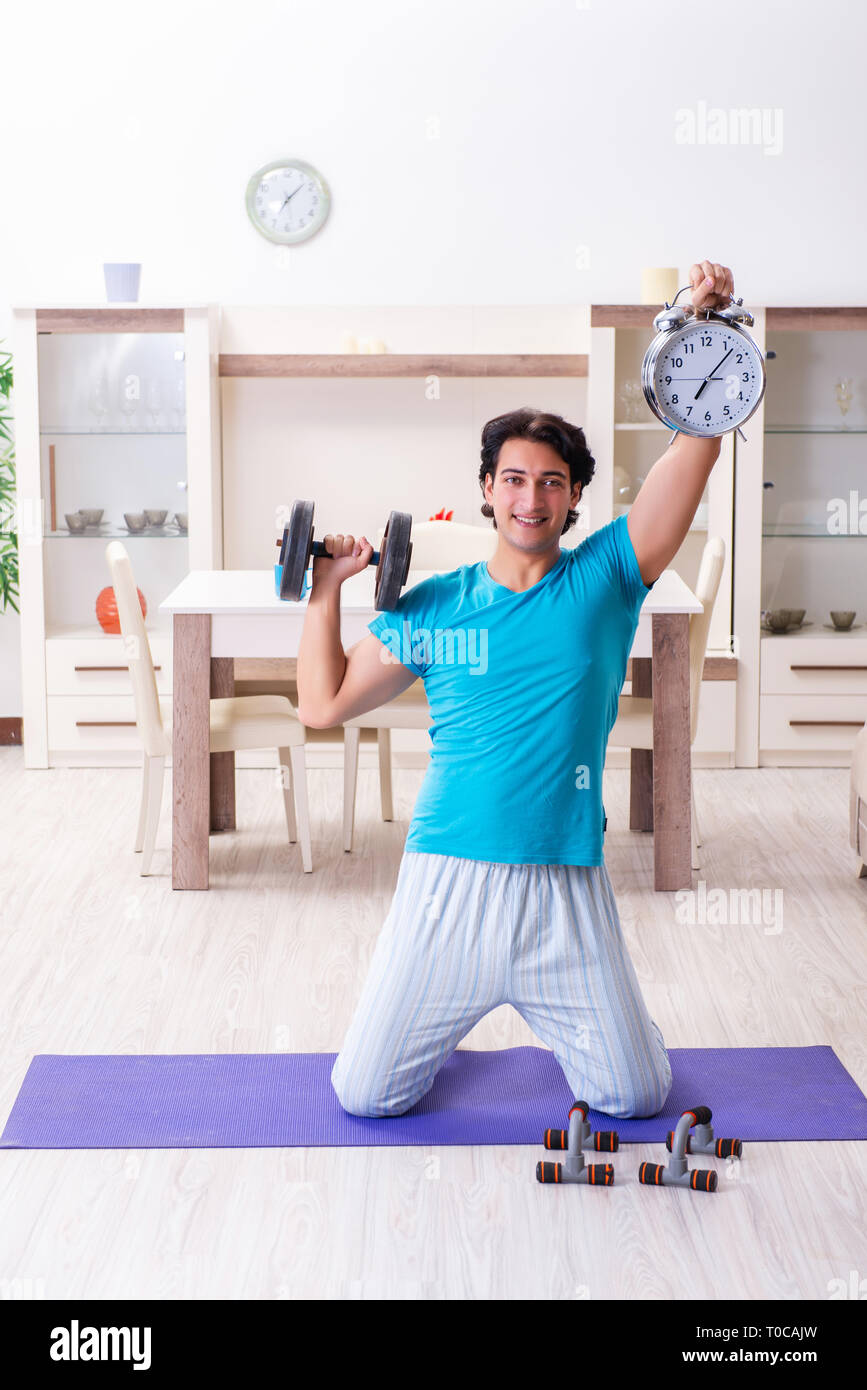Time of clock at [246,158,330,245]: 7:07
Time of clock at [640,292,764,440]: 7:07
